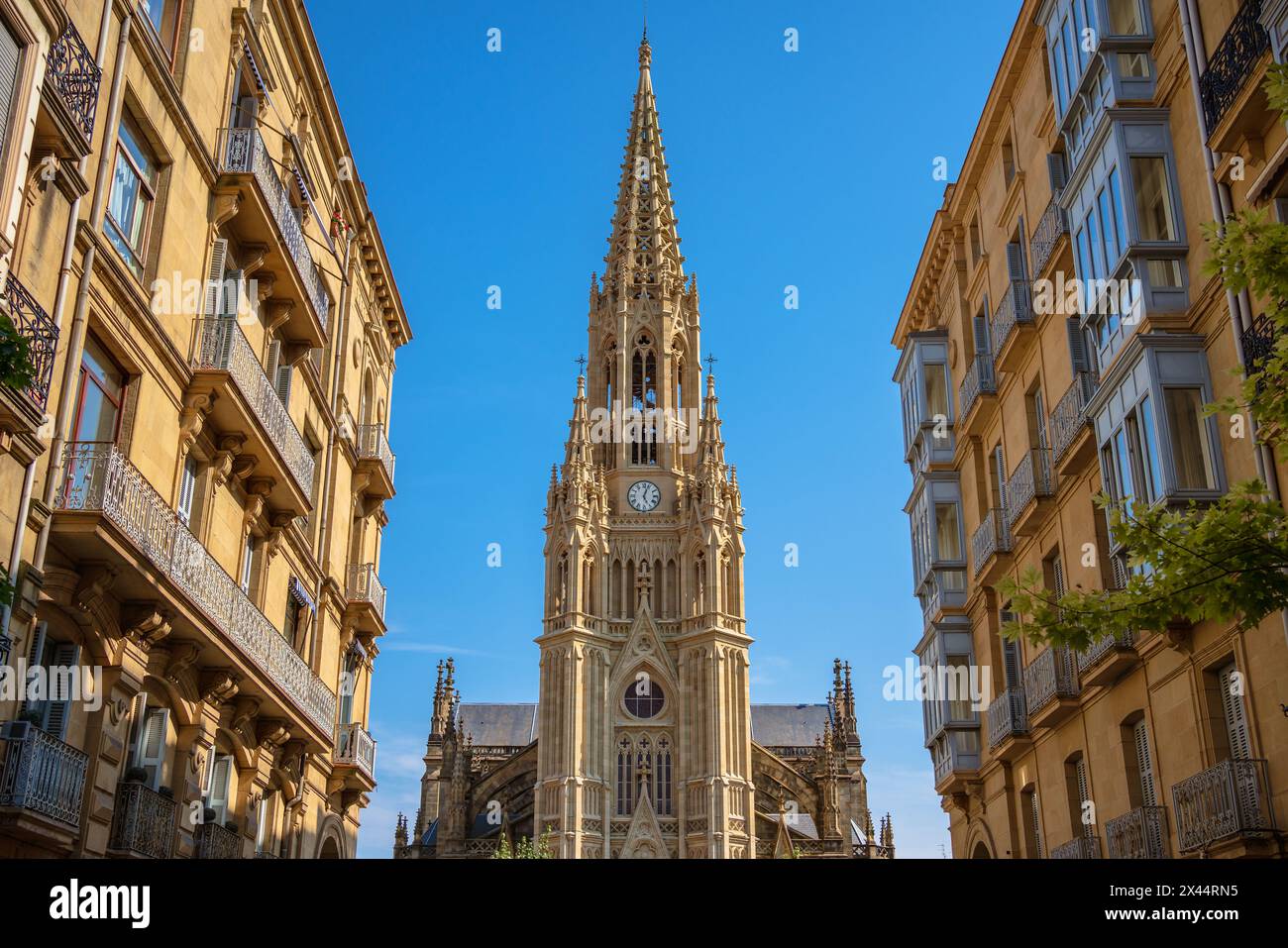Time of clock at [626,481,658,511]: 5:03
